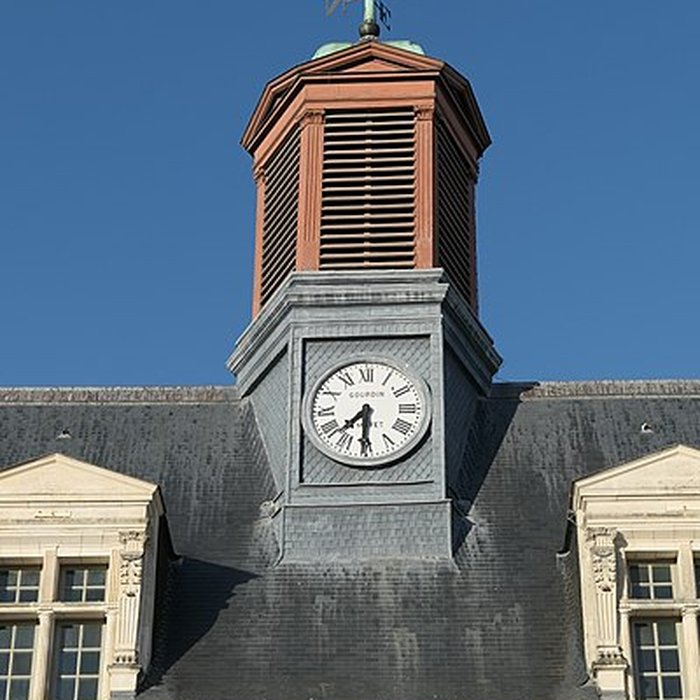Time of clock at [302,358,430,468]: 7:30
